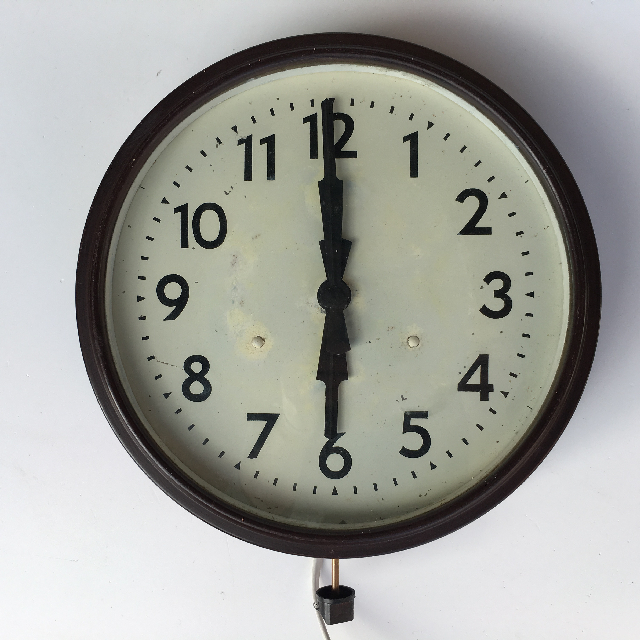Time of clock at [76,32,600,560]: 5:59
